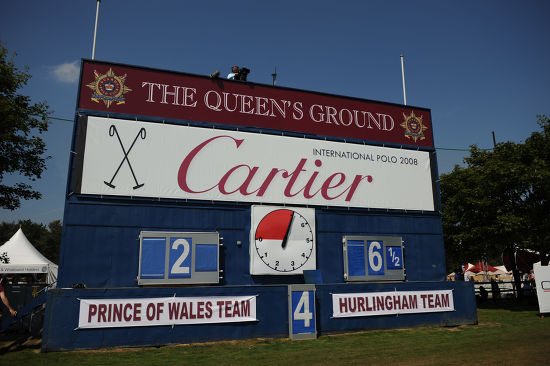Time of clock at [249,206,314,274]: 1:04
